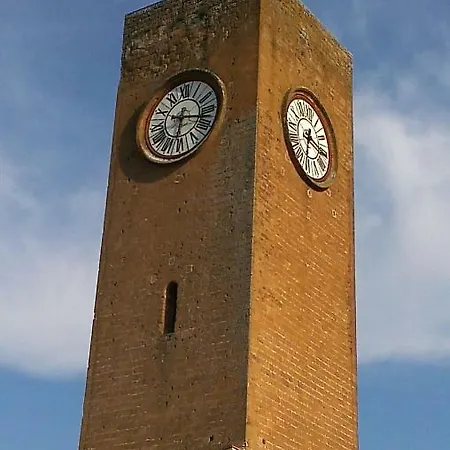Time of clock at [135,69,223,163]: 6:17
